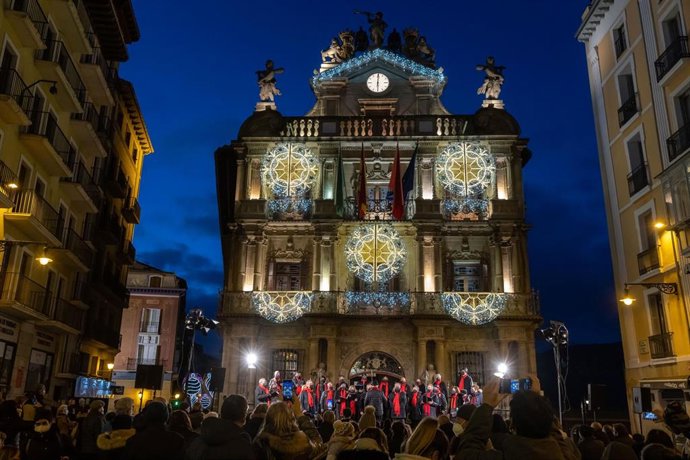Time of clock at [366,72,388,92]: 6:00
